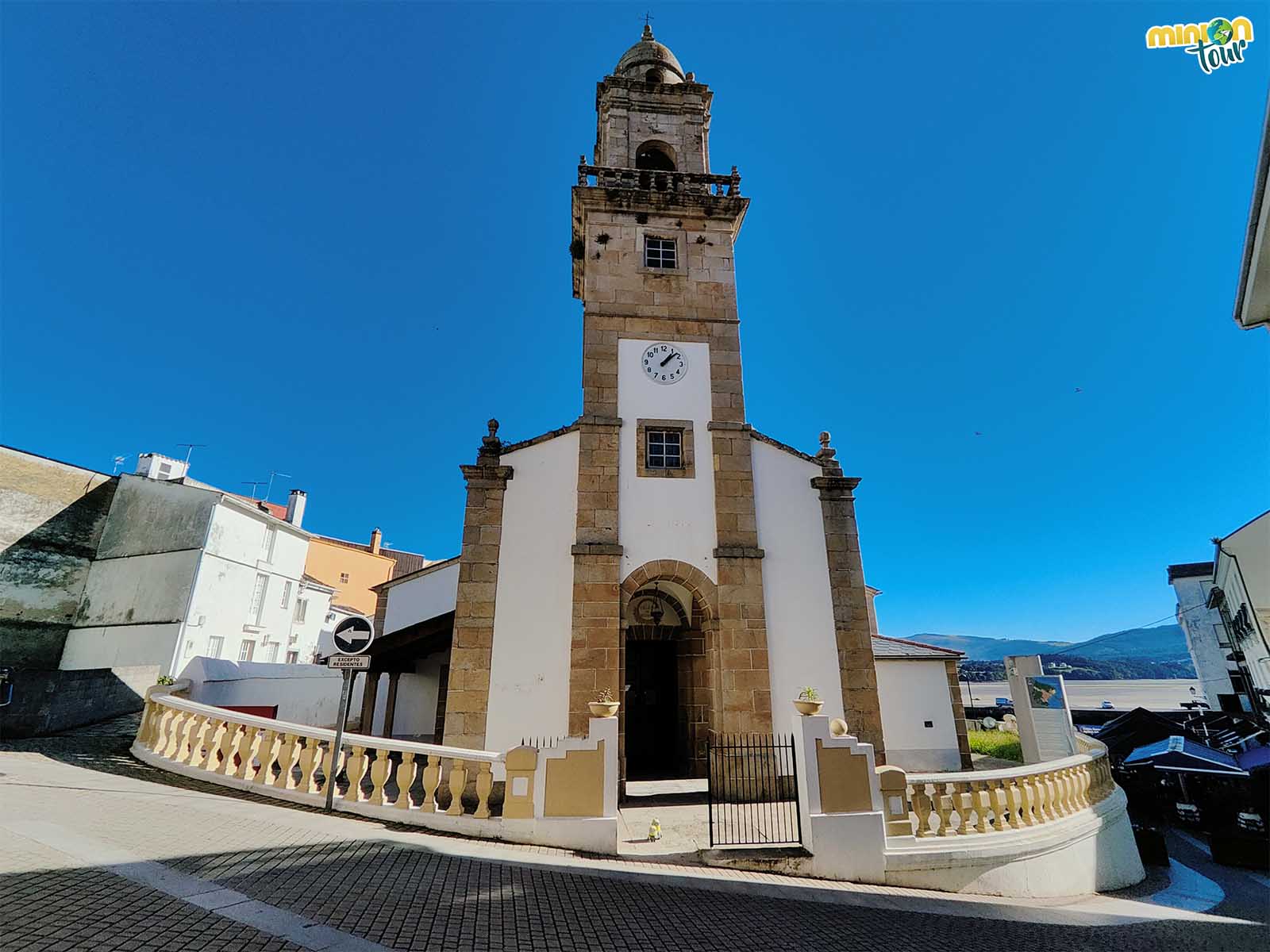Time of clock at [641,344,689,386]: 1:07
